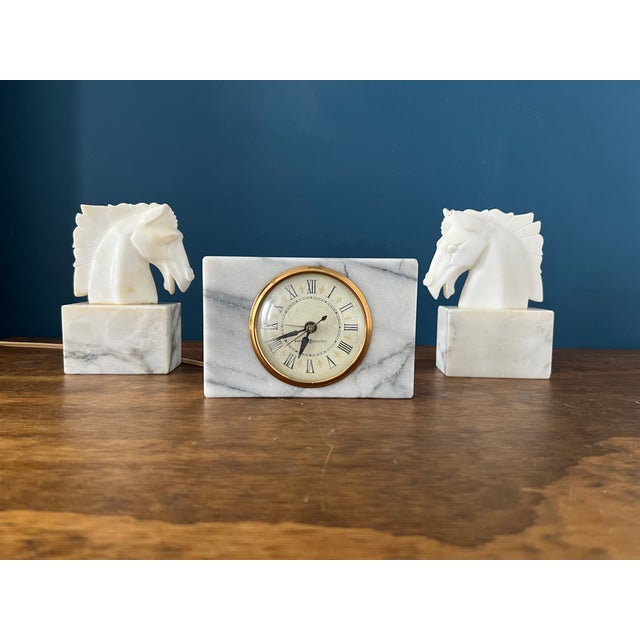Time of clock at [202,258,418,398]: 6:41
